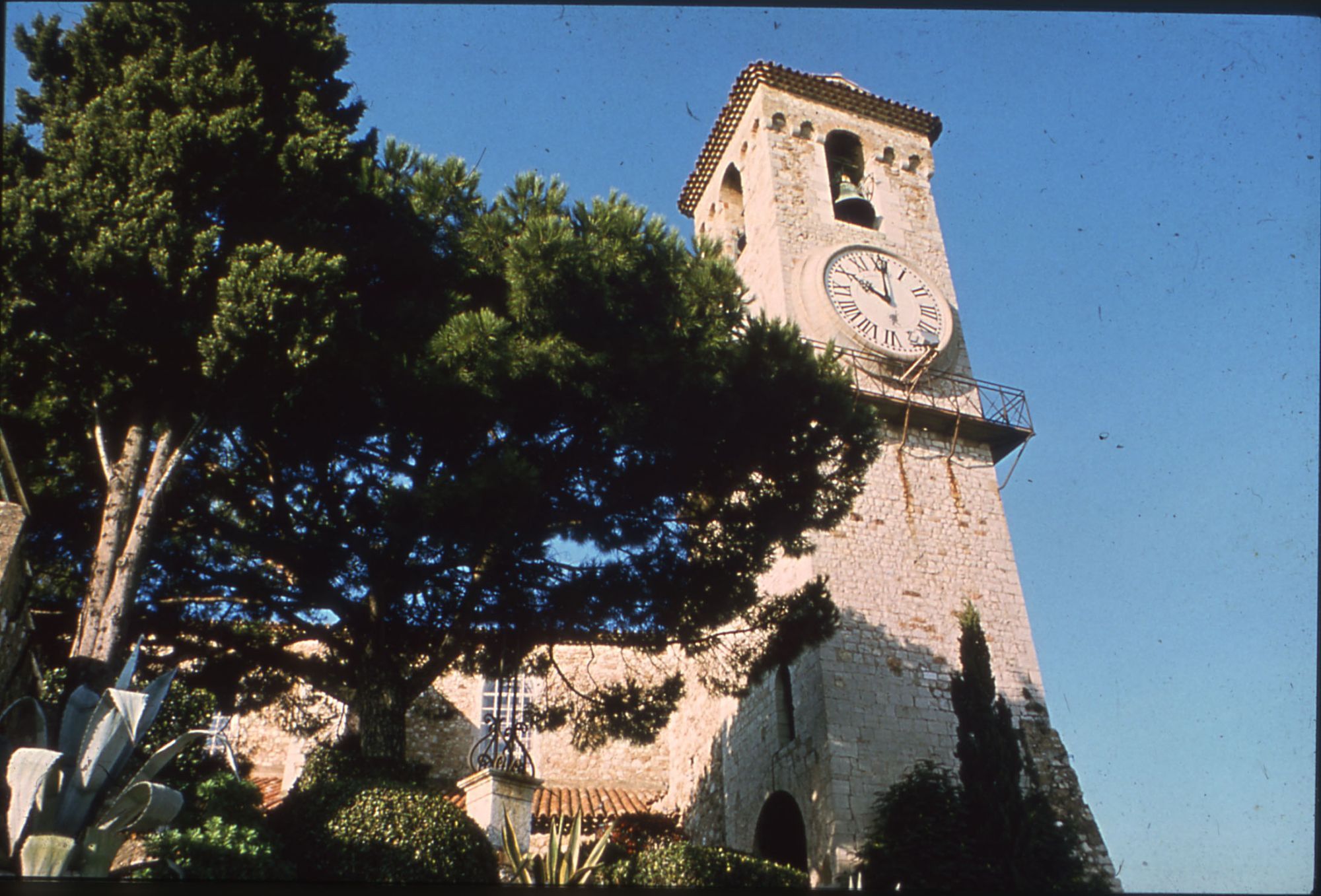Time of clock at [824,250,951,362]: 10:00
